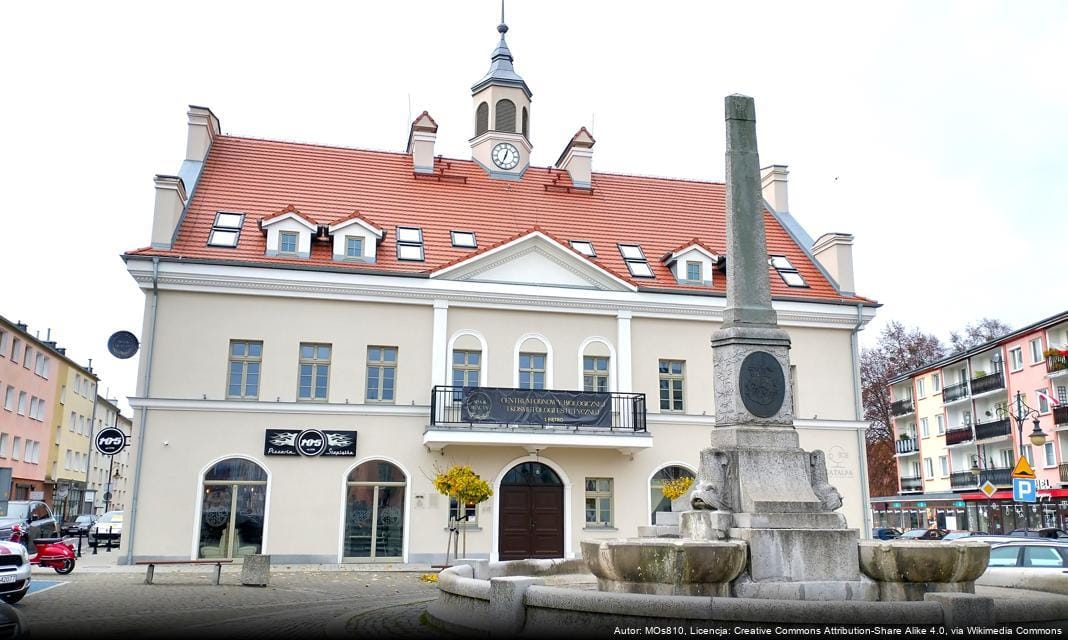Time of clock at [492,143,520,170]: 12:33
